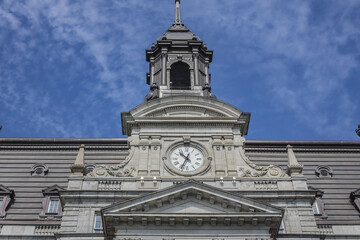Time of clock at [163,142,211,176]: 10:34
